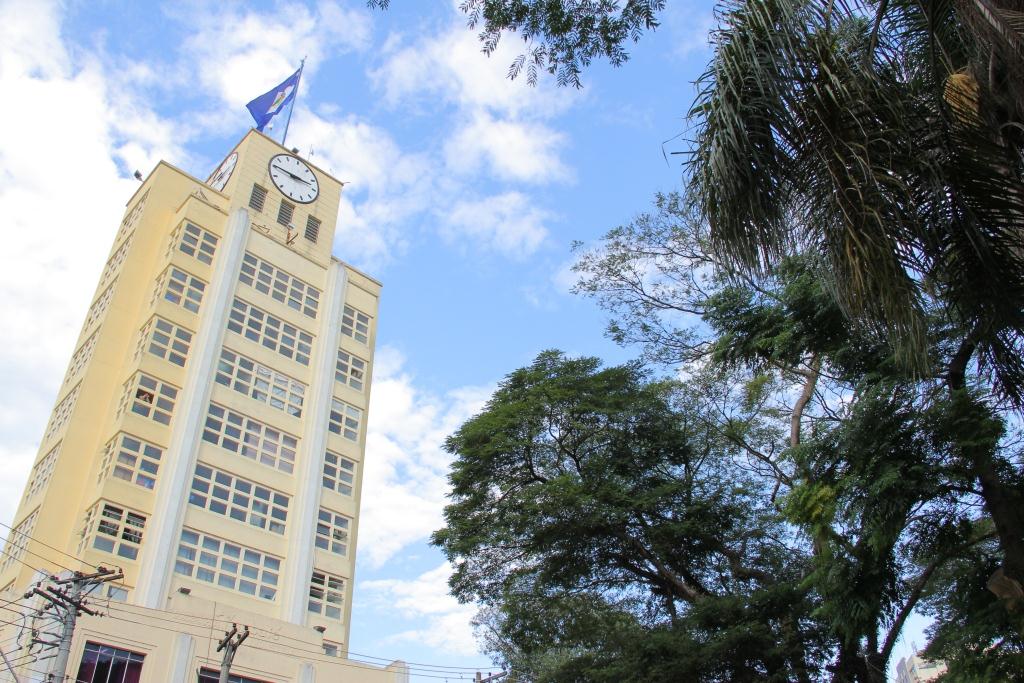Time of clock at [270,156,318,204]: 3:50
